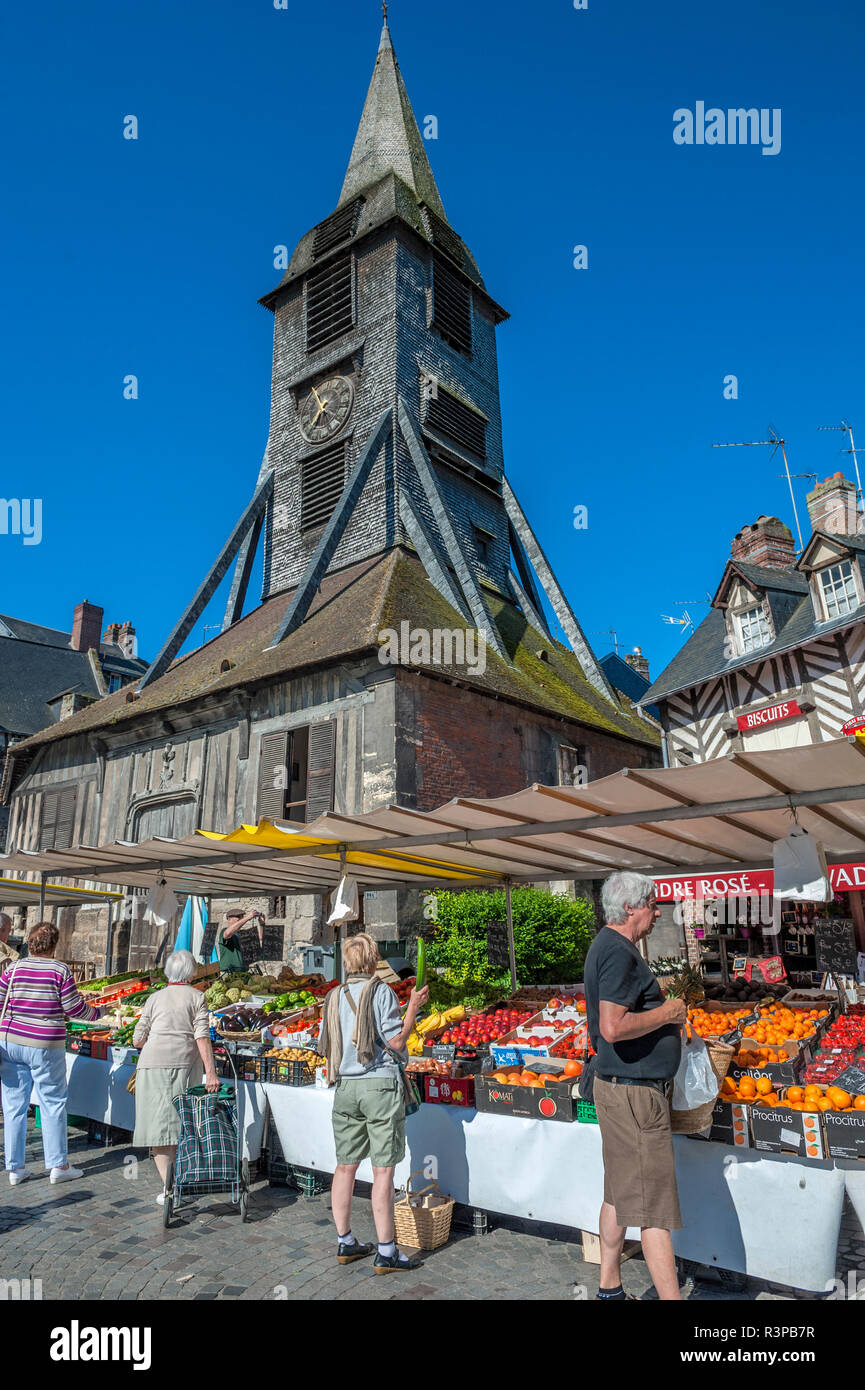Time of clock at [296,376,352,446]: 6:54
